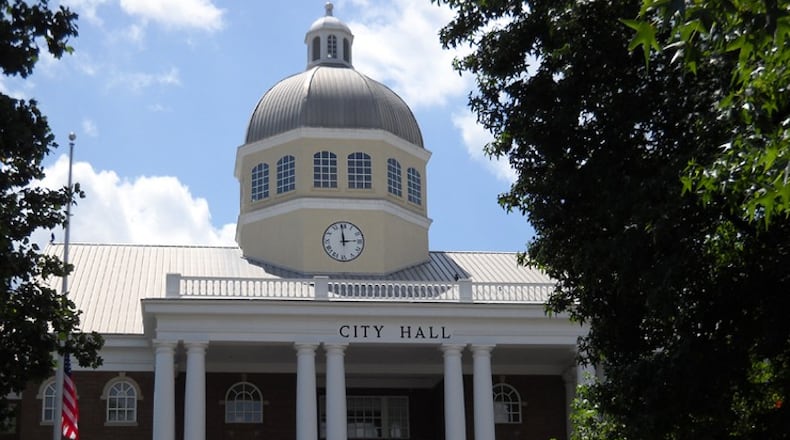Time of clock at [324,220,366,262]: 2:59
